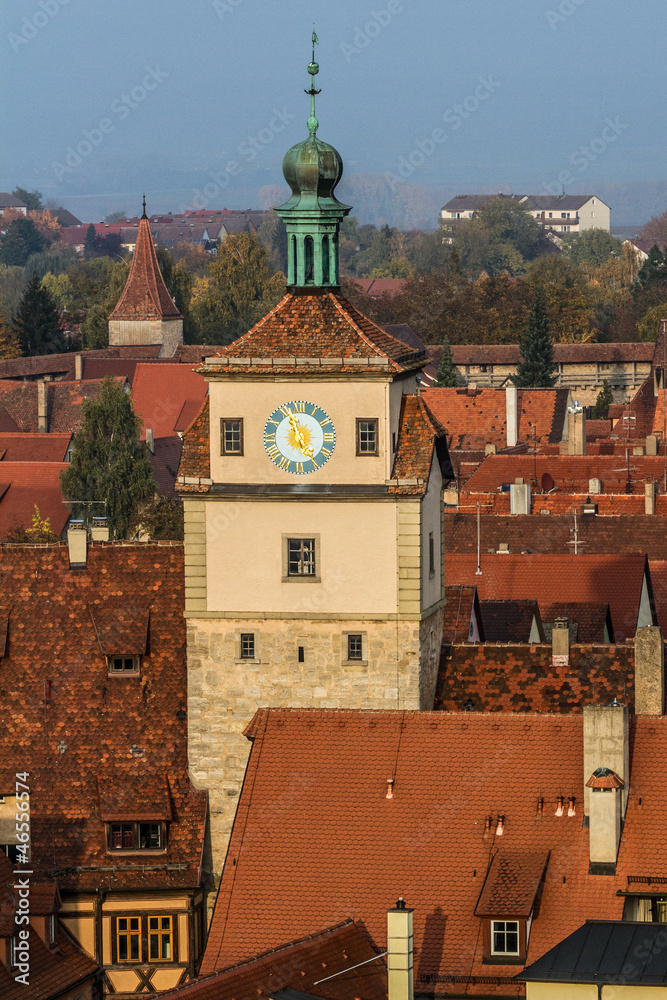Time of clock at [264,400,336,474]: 4:57
